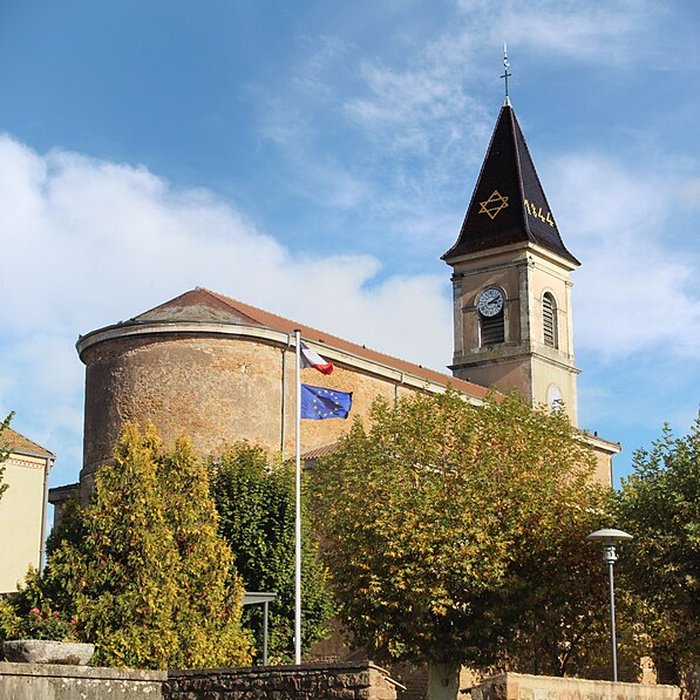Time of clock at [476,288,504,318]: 3:09
